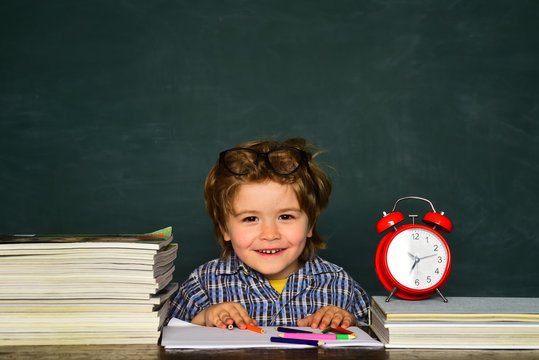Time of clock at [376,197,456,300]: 7:12
